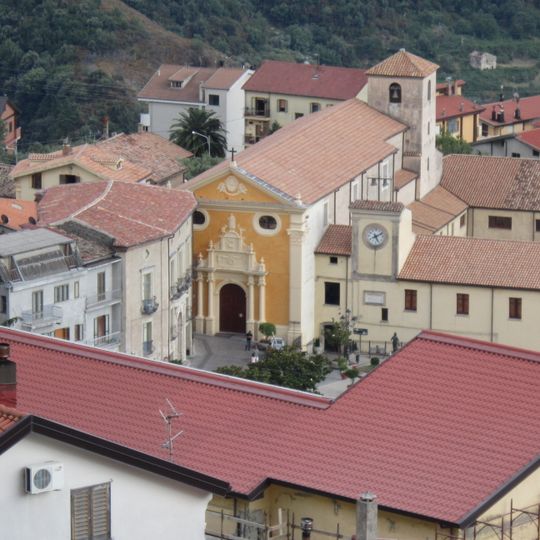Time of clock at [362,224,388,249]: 5:09
